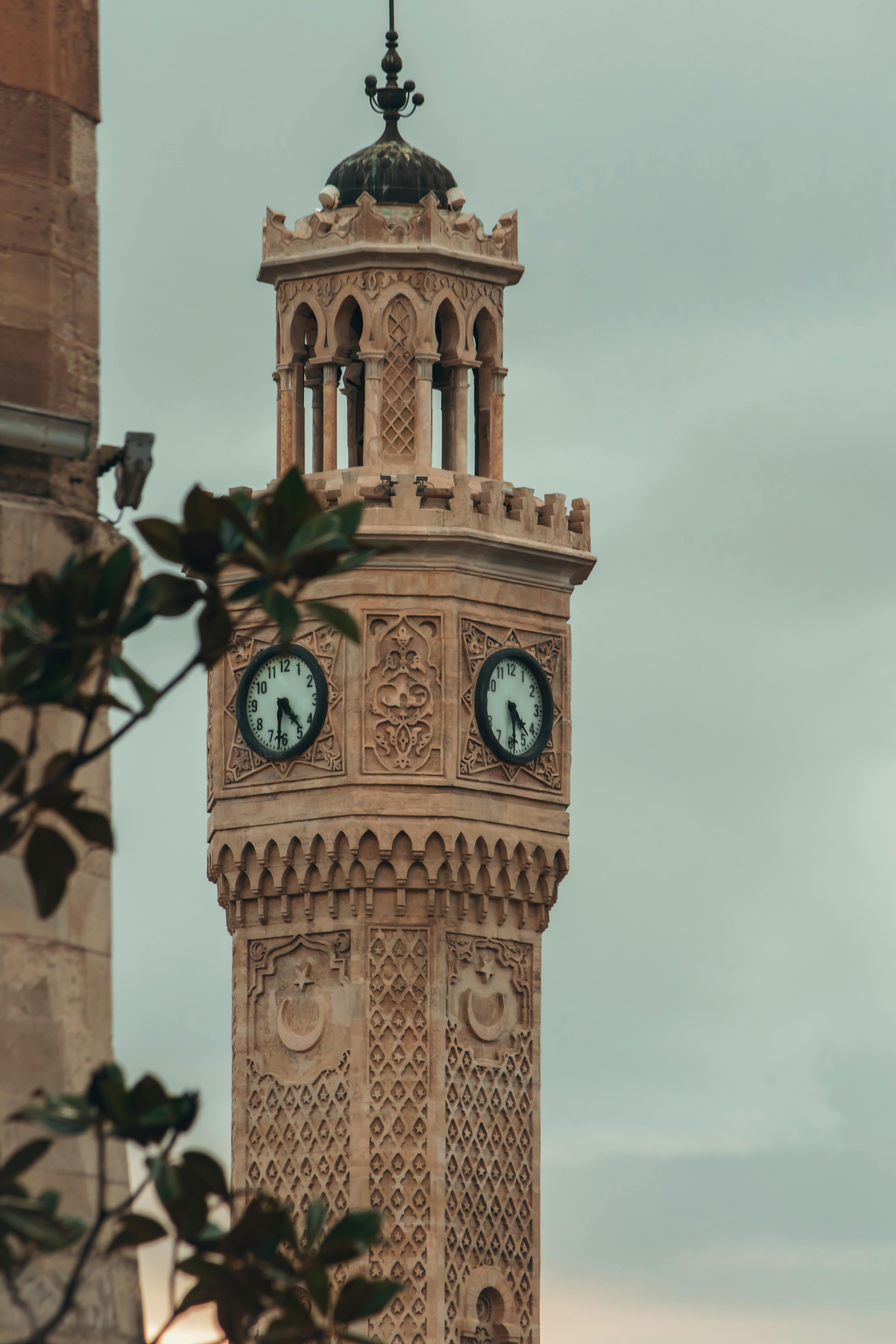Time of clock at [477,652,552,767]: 4:29
